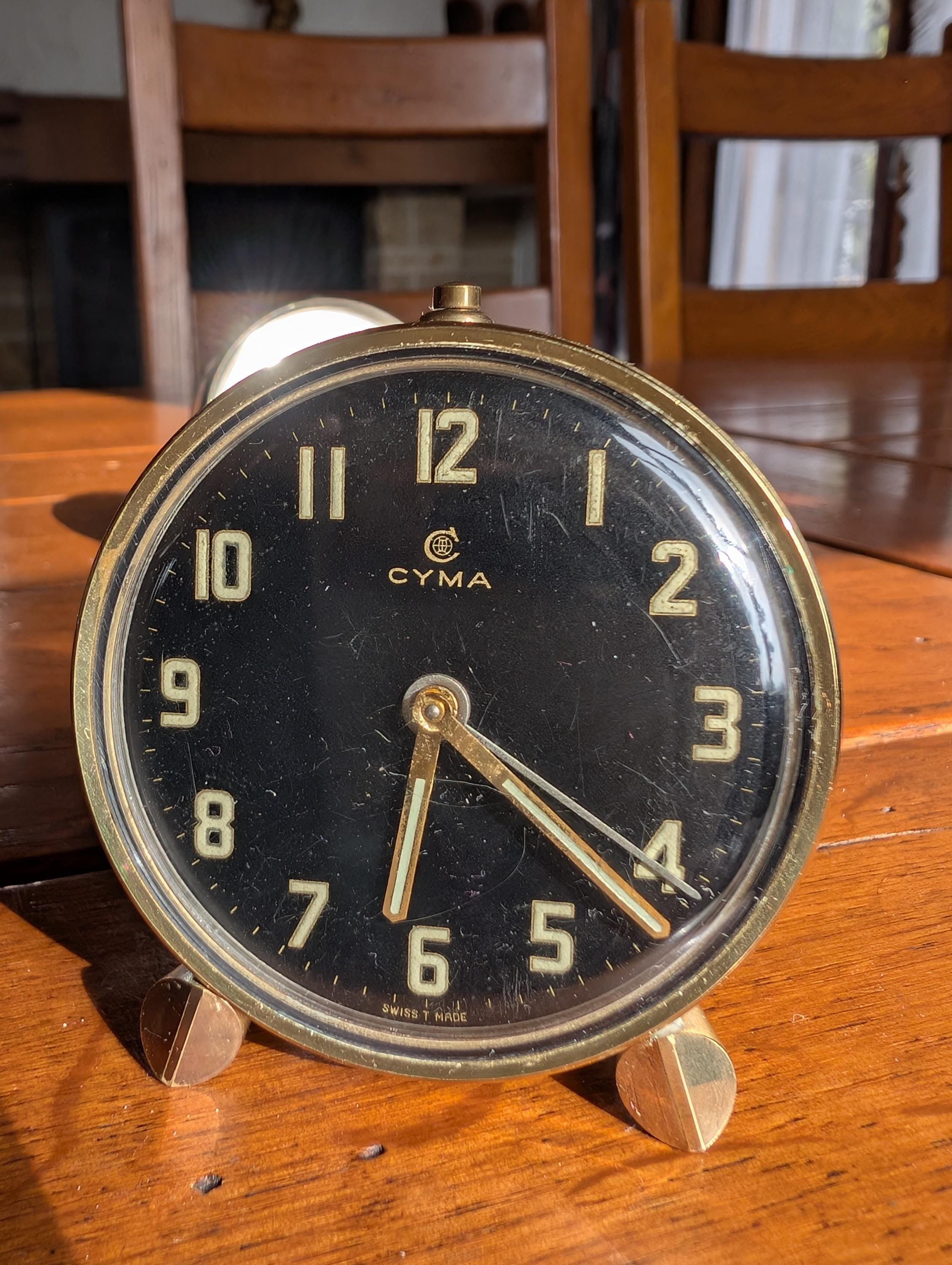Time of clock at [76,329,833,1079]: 6:21
